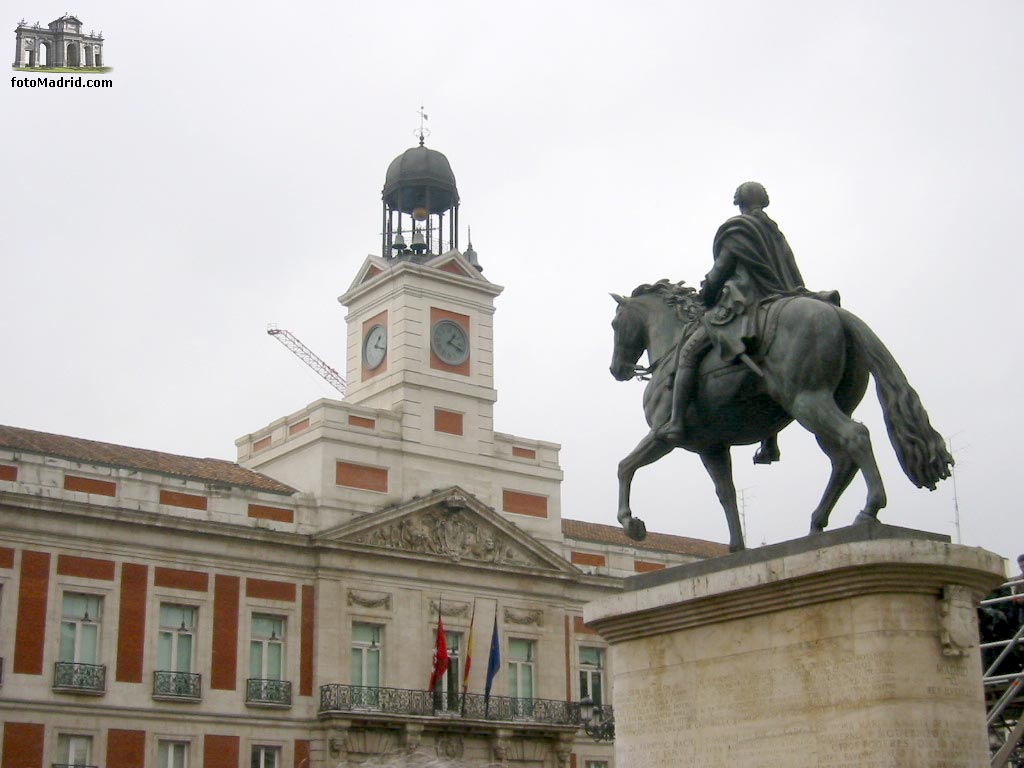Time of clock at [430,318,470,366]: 1:18
